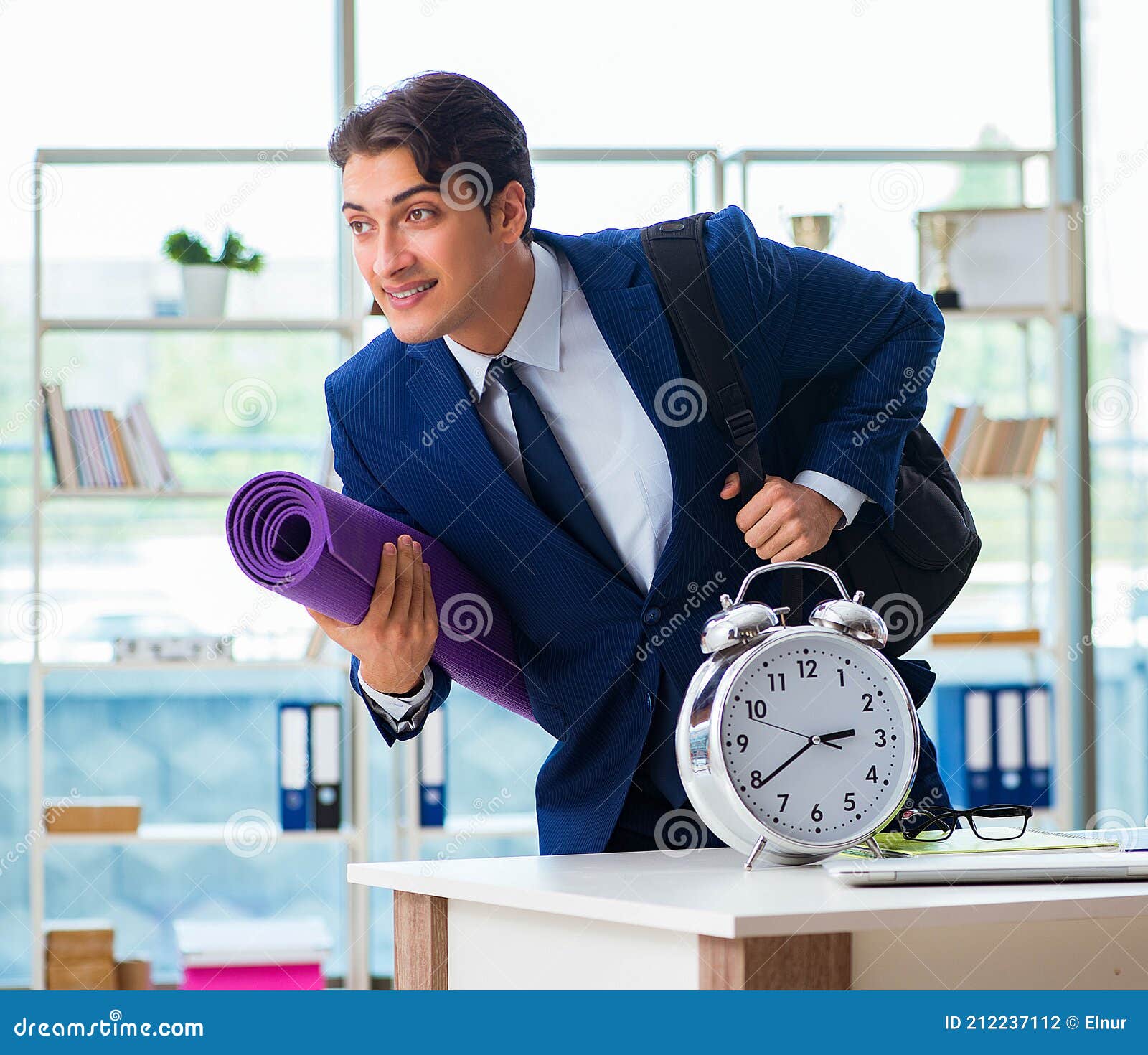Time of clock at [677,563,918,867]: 2:39
